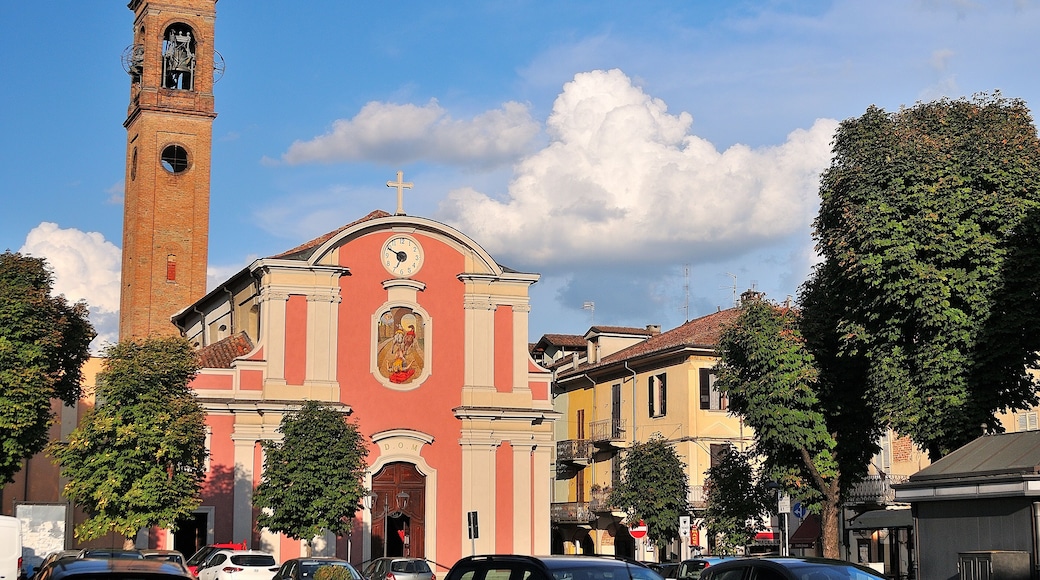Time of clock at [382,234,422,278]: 6:49
